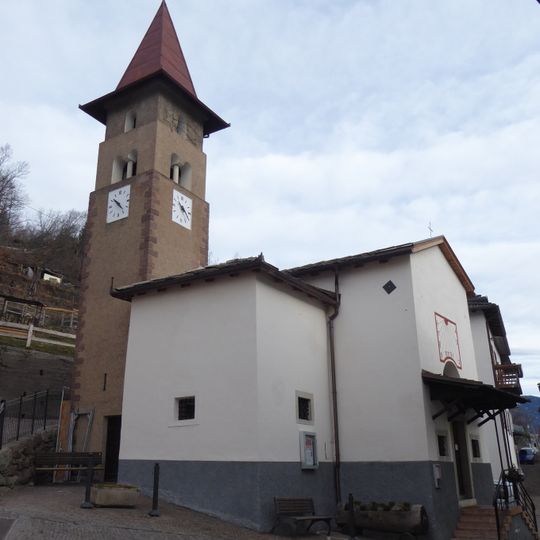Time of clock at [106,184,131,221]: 10:22
